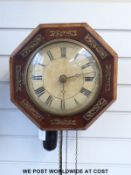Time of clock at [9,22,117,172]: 2:29
